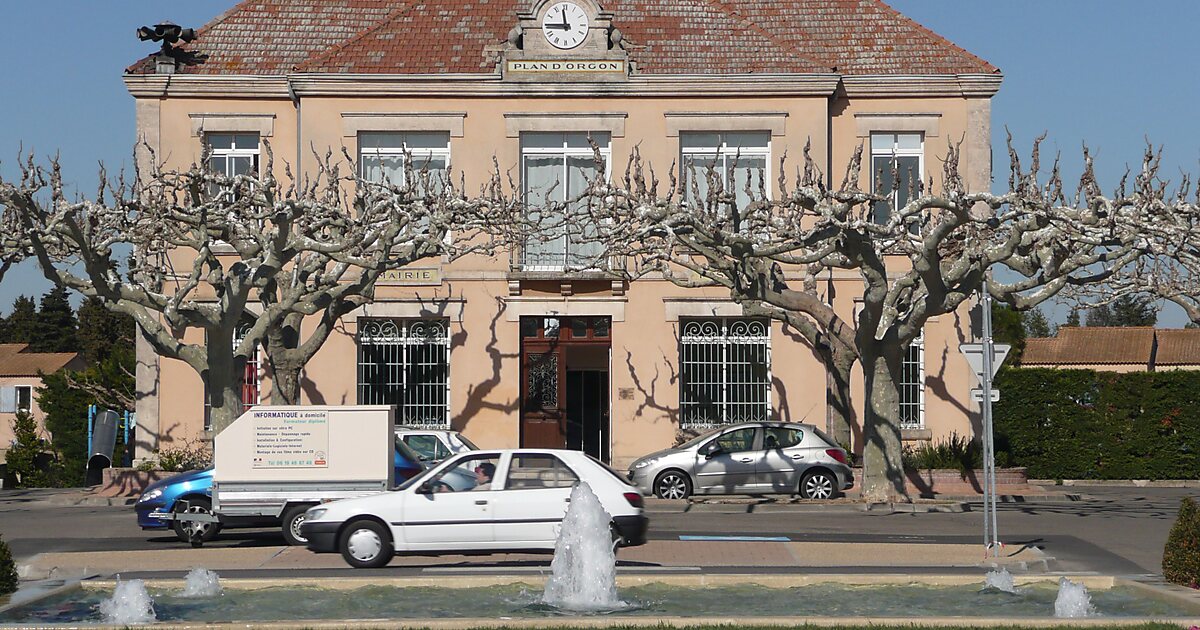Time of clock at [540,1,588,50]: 11:45
